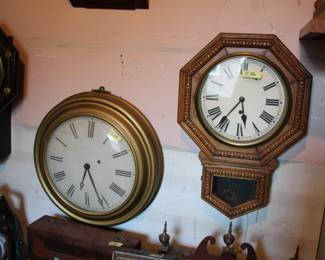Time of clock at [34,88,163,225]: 6:25
